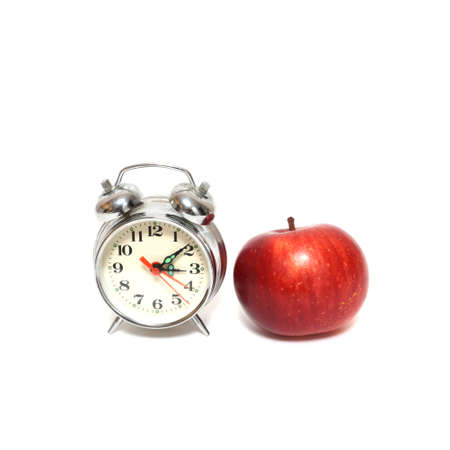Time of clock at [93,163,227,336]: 3:09
